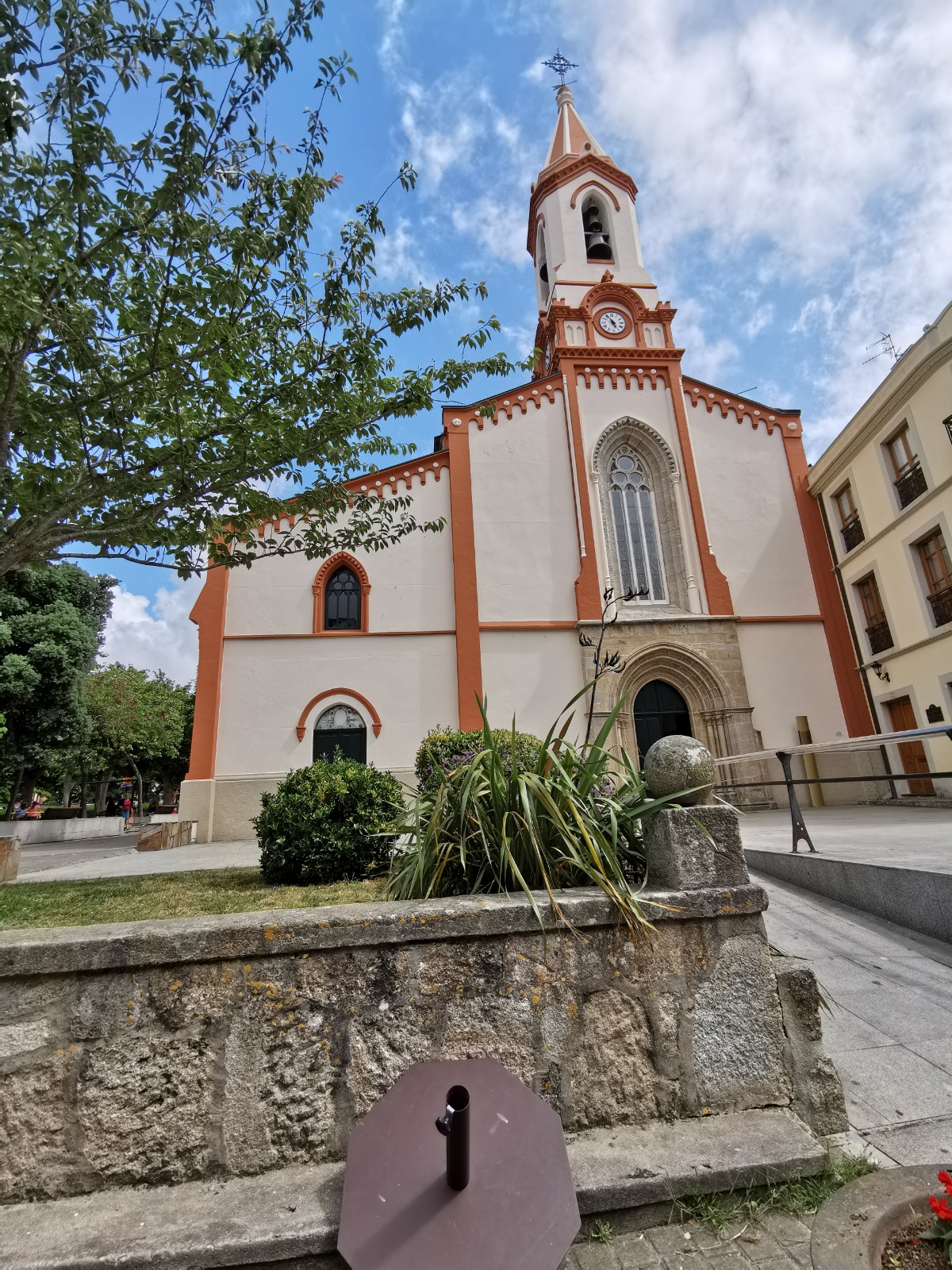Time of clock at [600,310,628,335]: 4:55
